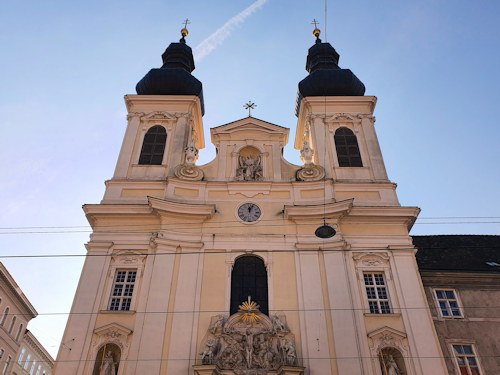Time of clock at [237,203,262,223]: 12:03
